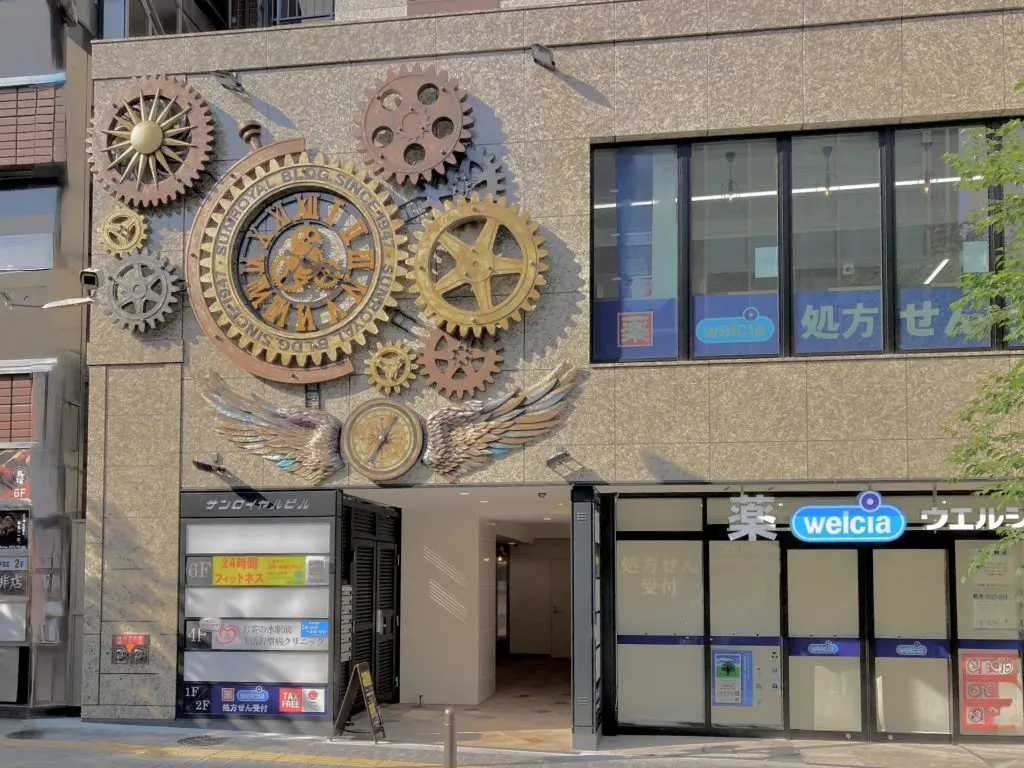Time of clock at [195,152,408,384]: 3:37
